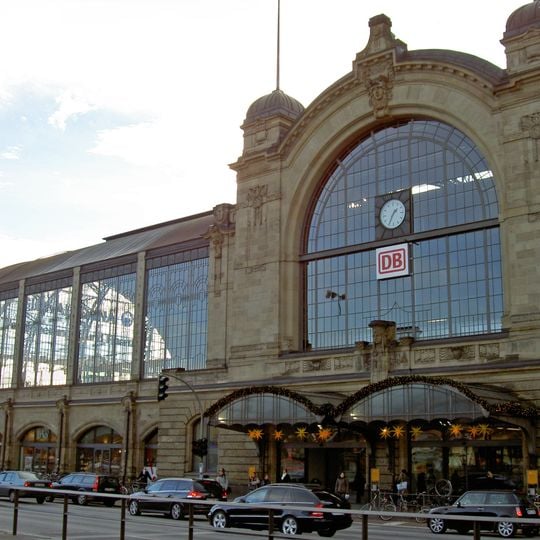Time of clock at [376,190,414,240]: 1:34
